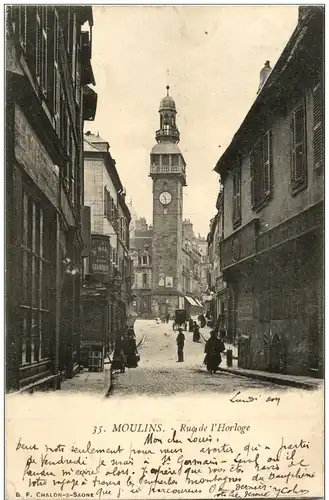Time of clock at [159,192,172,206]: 10:28
